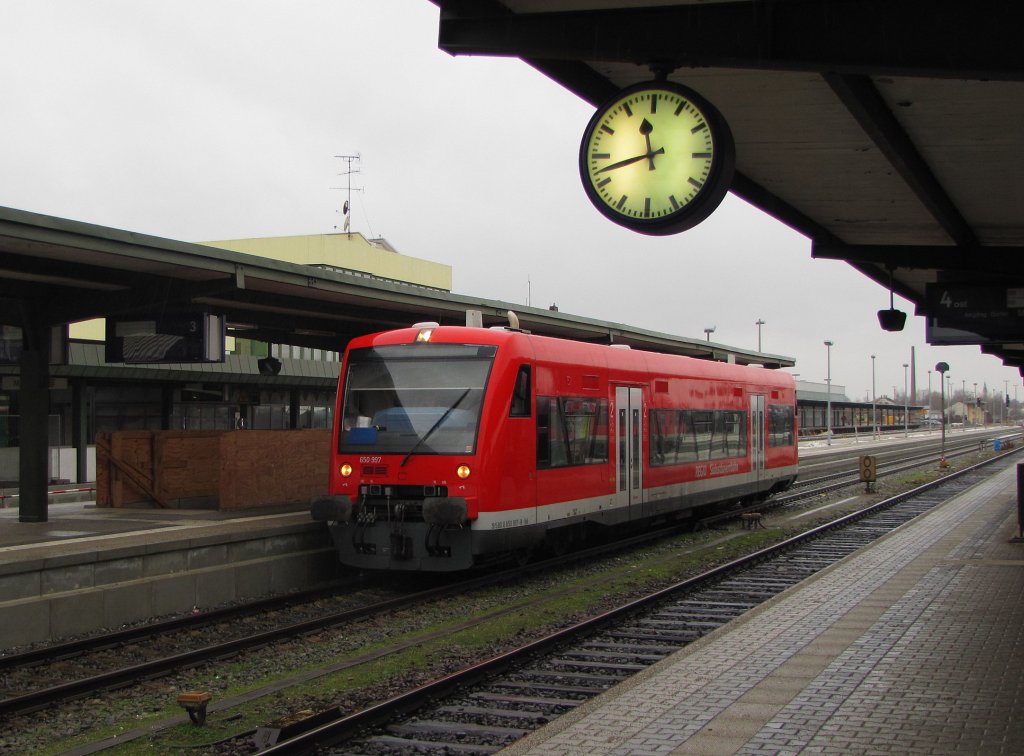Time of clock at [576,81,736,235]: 11:42
